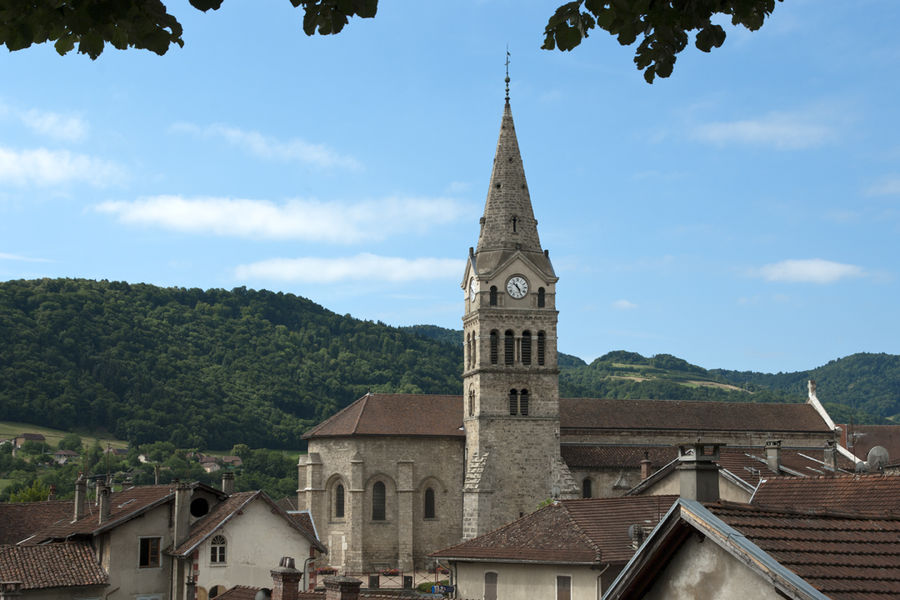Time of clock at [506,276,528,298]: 10:26
